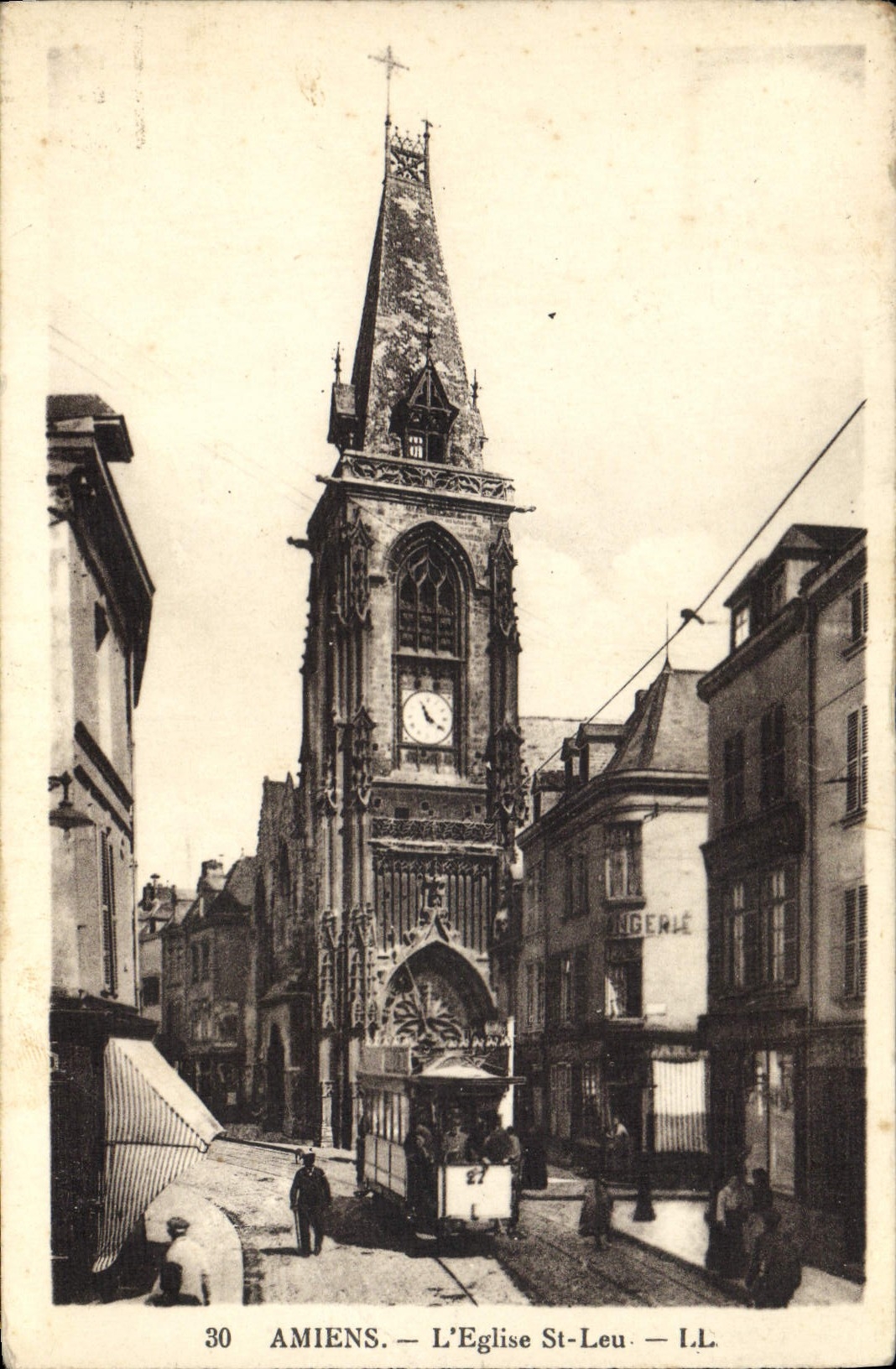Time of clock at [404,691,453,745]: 11:21
